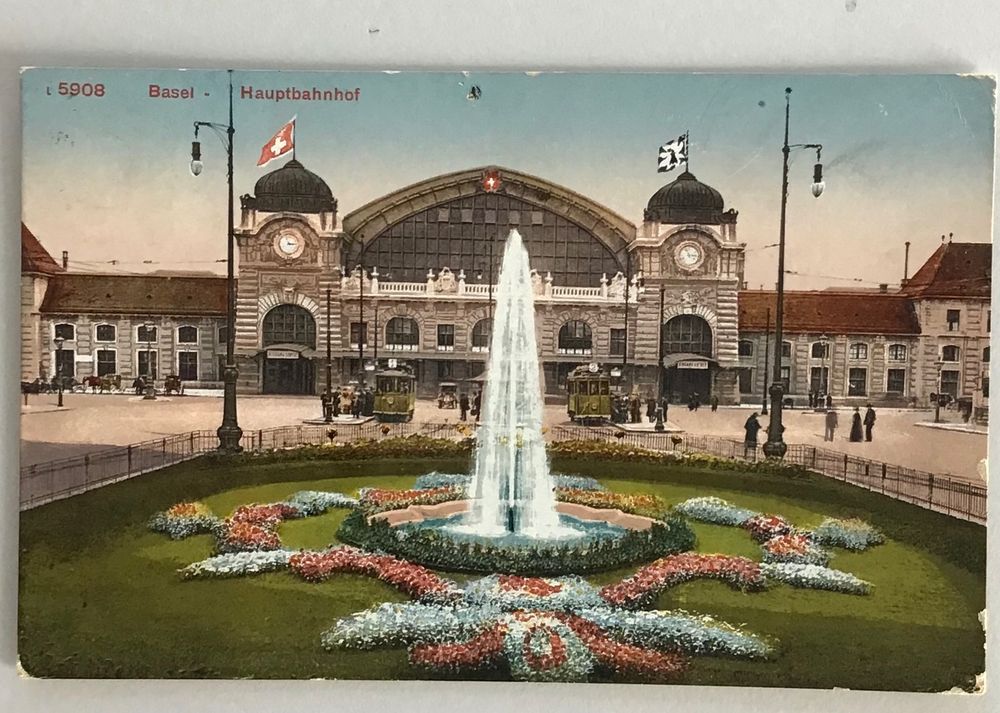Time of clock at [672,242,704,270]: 2:56
